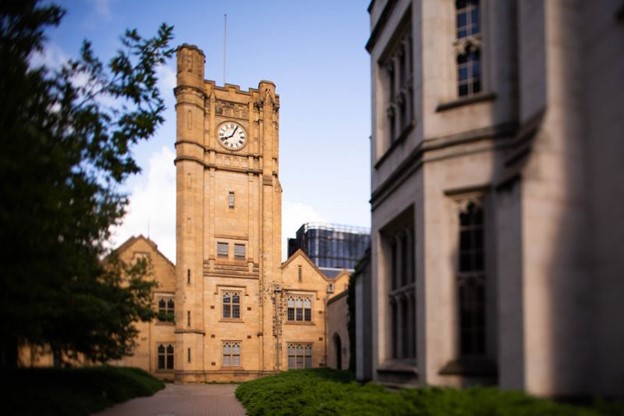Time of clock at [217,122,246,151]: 8:04
